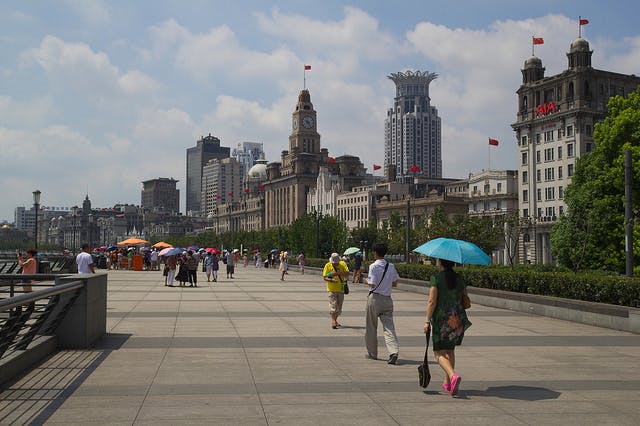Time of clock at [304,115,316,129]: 3:24
